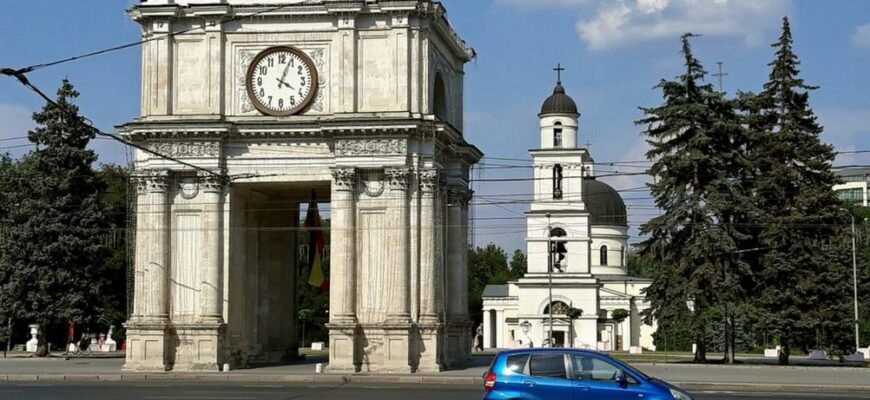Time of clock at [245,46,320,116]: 4:03
